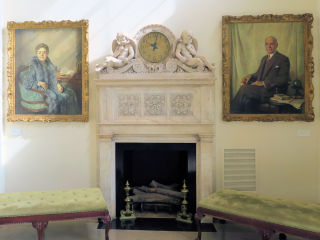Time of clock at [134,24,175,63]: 10:02
